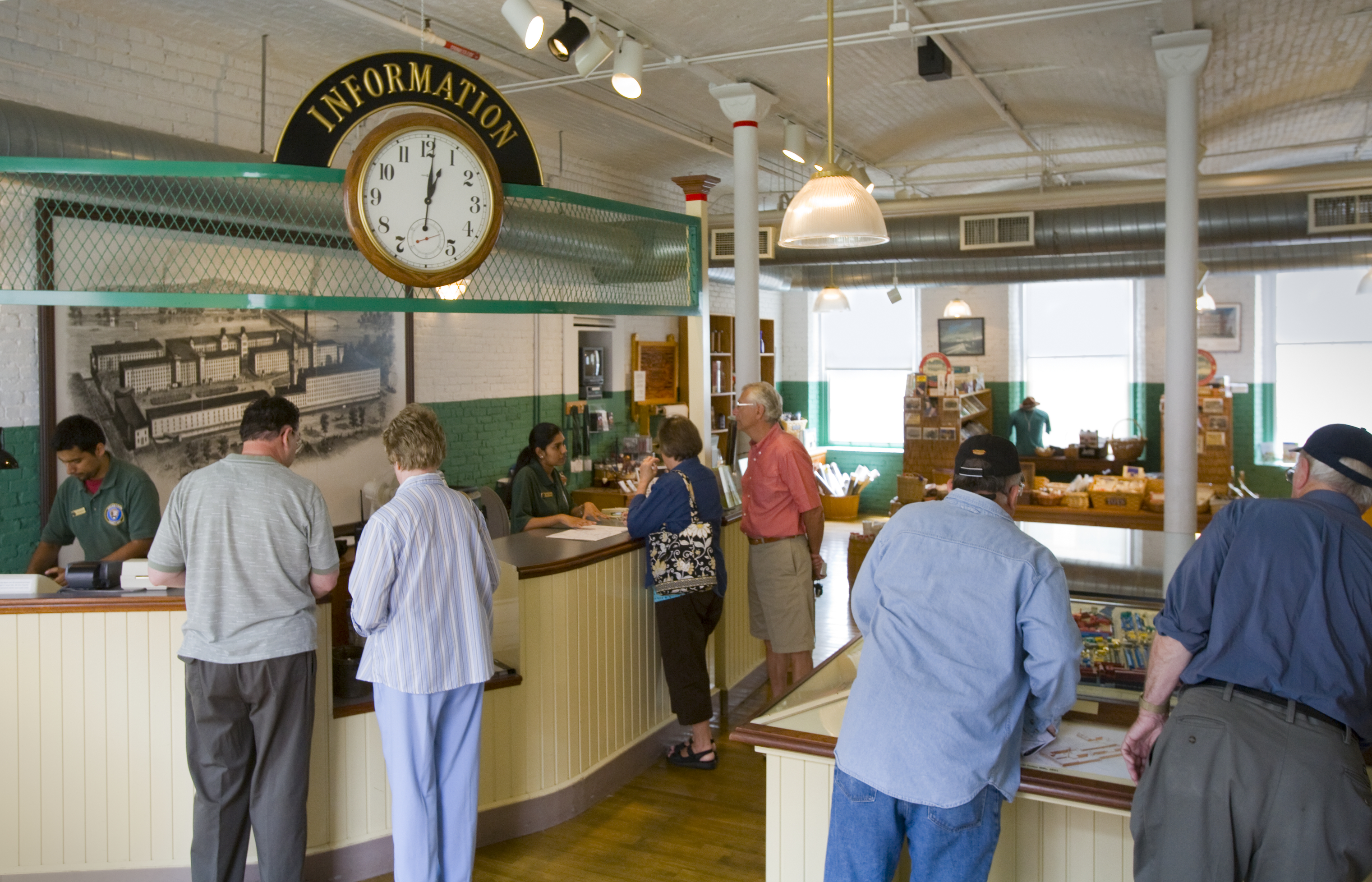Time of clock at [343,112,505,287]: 1:01
